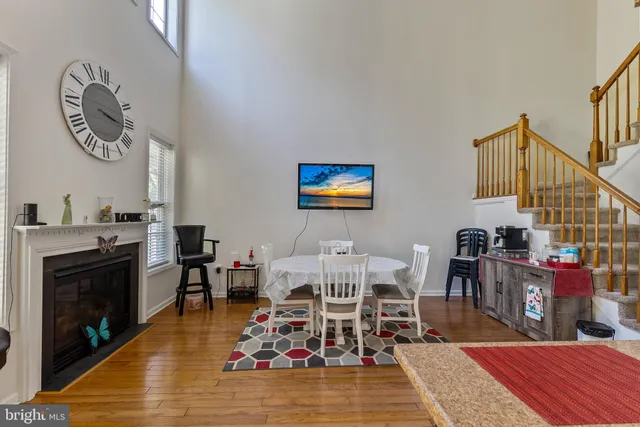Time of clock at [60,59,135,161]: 3:16
